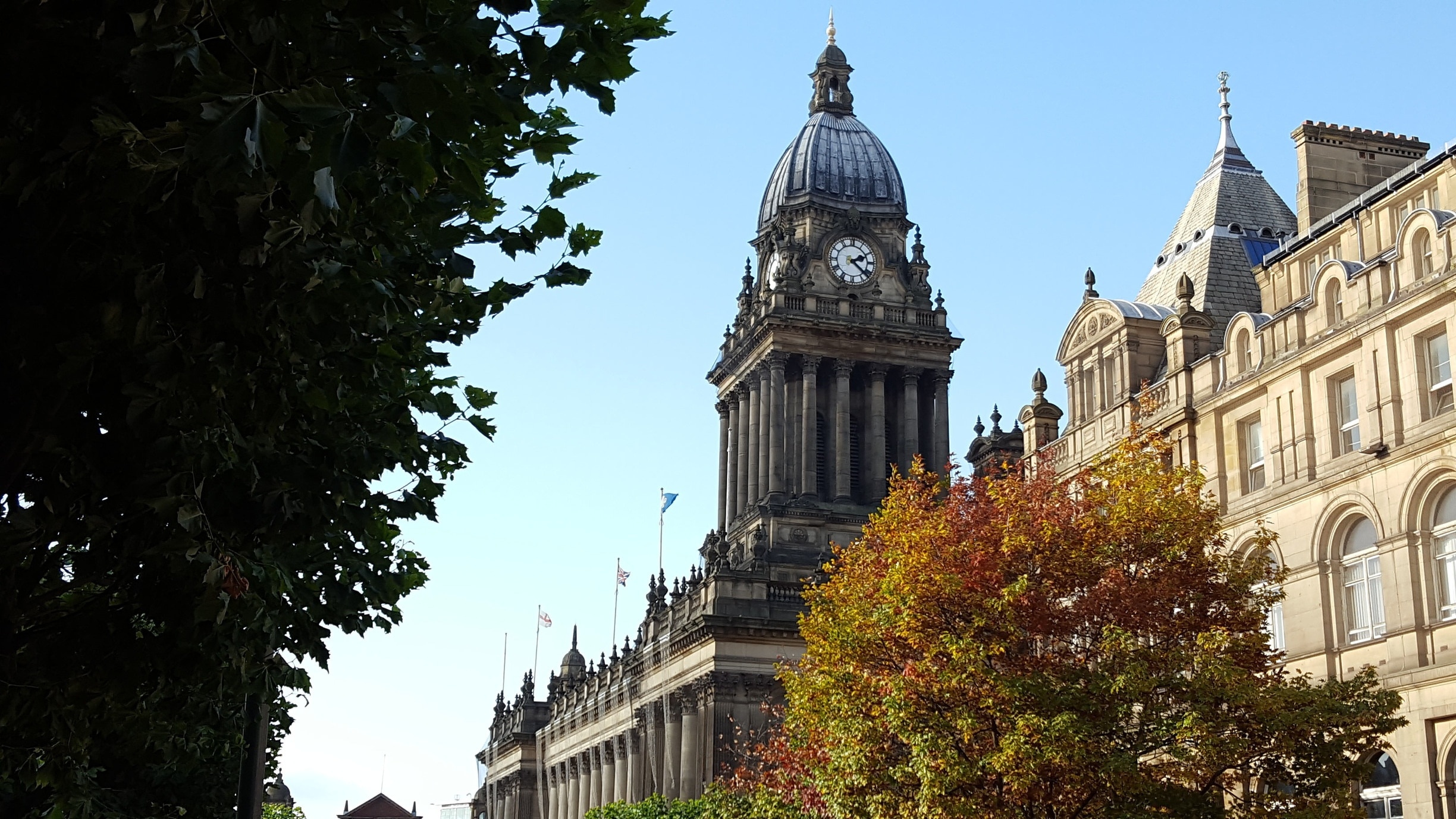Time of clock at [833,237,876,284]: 2:21
